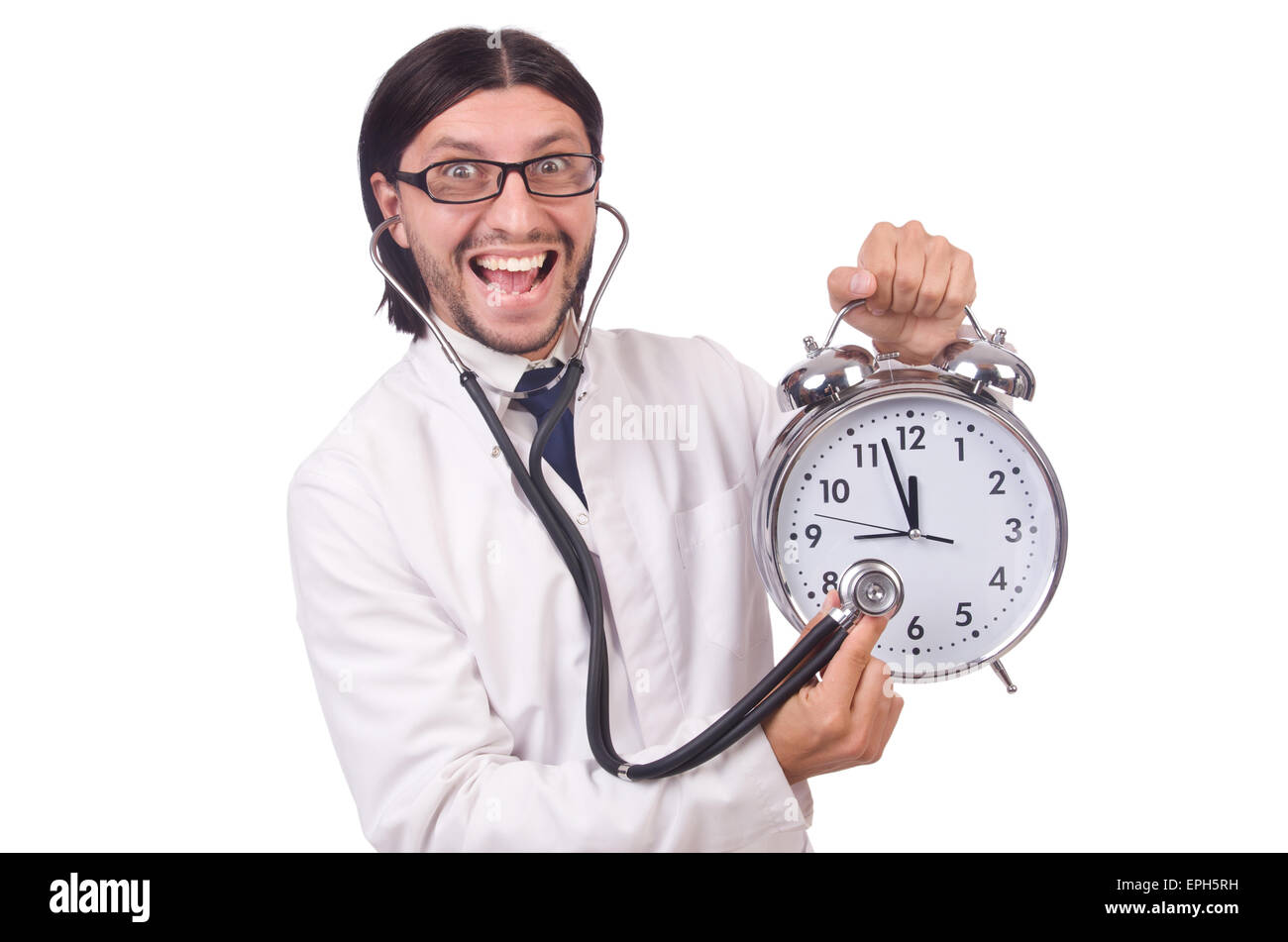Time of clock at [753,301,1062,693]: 11:57
